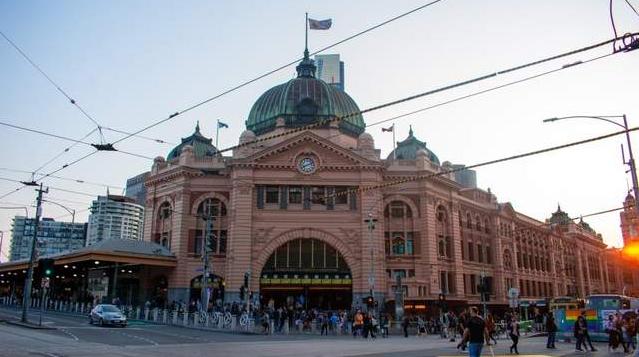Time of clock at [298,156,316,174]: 8:11
